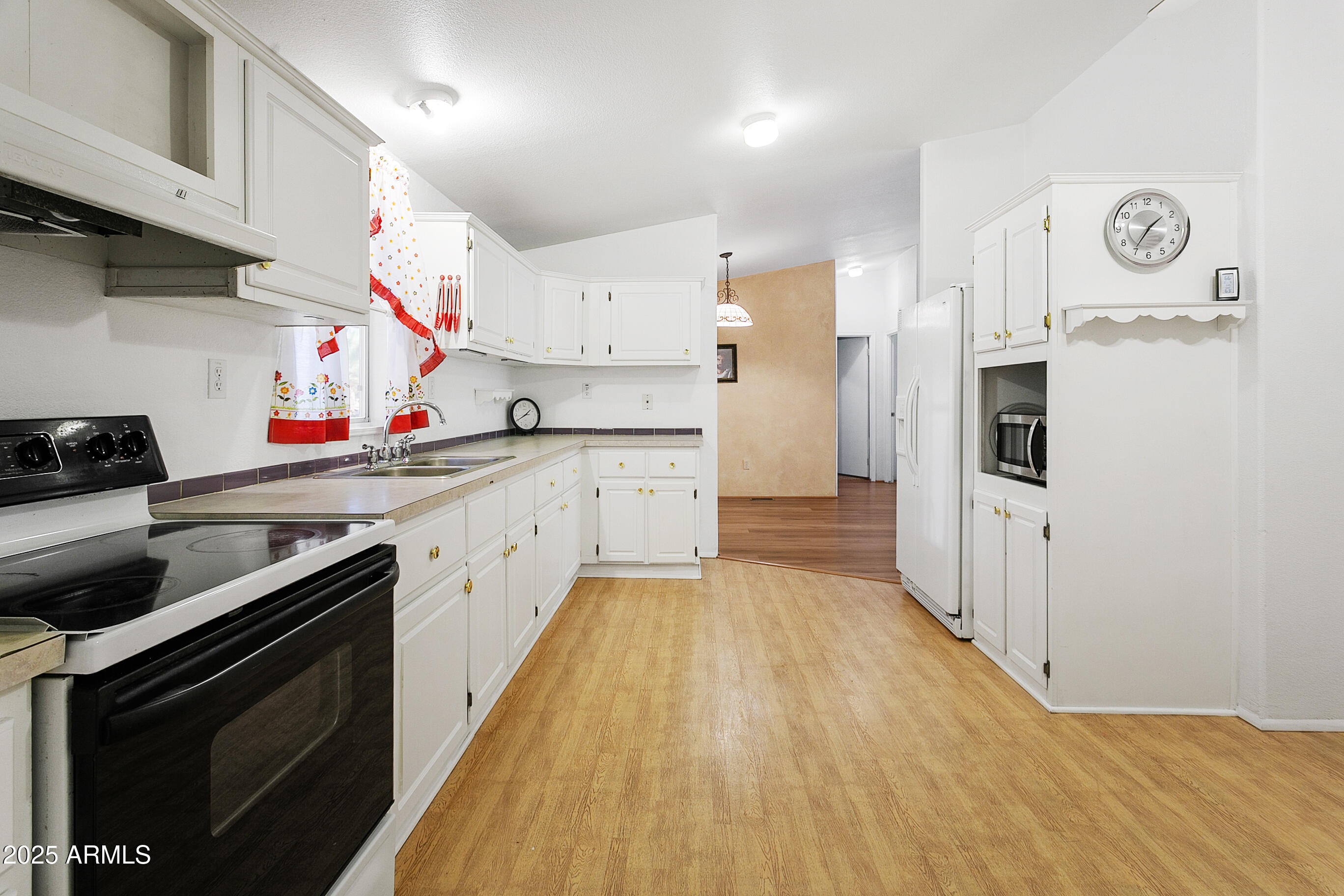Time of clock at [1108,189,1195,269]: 1:35
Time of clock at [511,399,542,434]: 1:40
